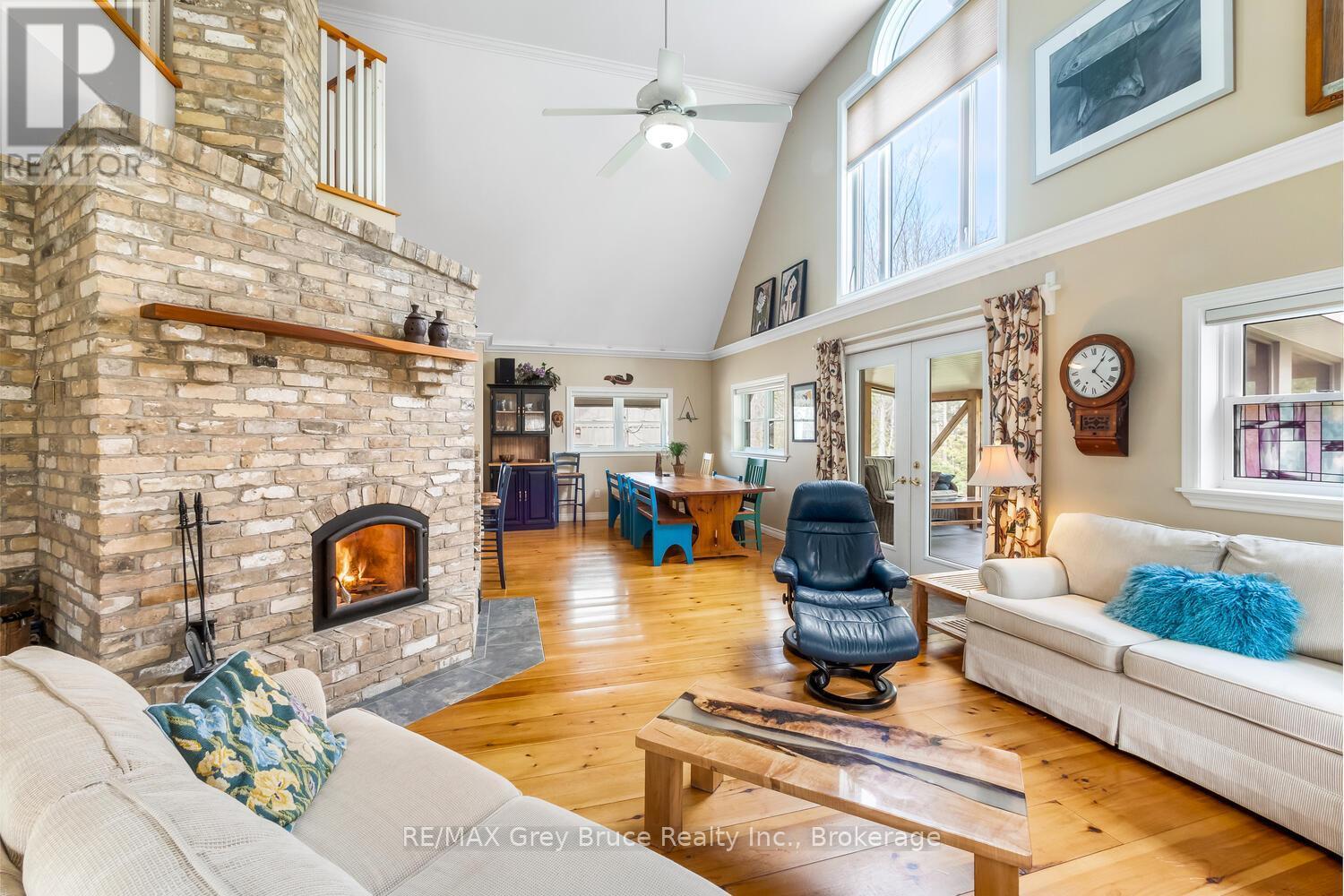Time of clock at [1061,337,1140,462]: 1:22
